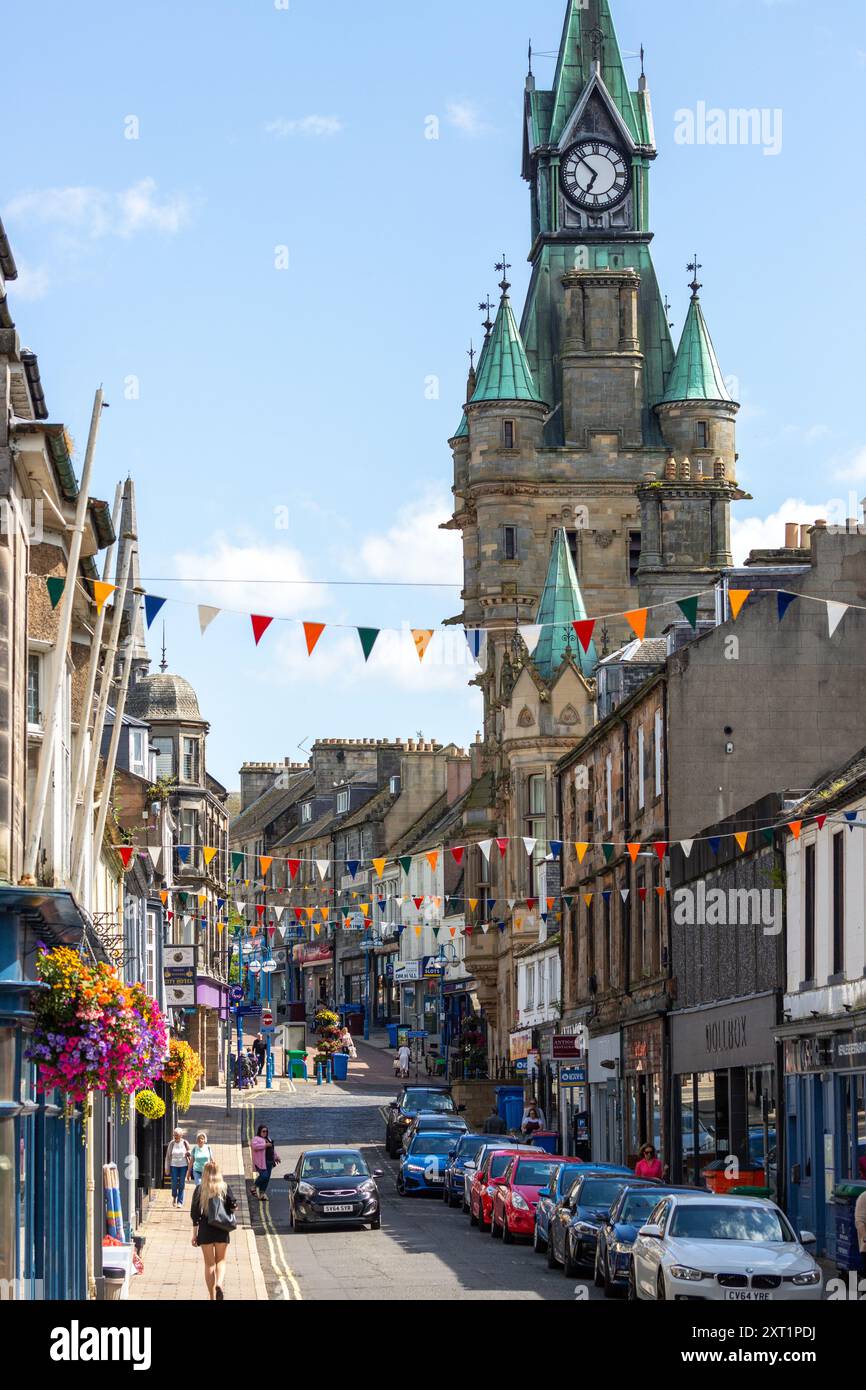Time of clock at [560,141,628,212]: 6:52
